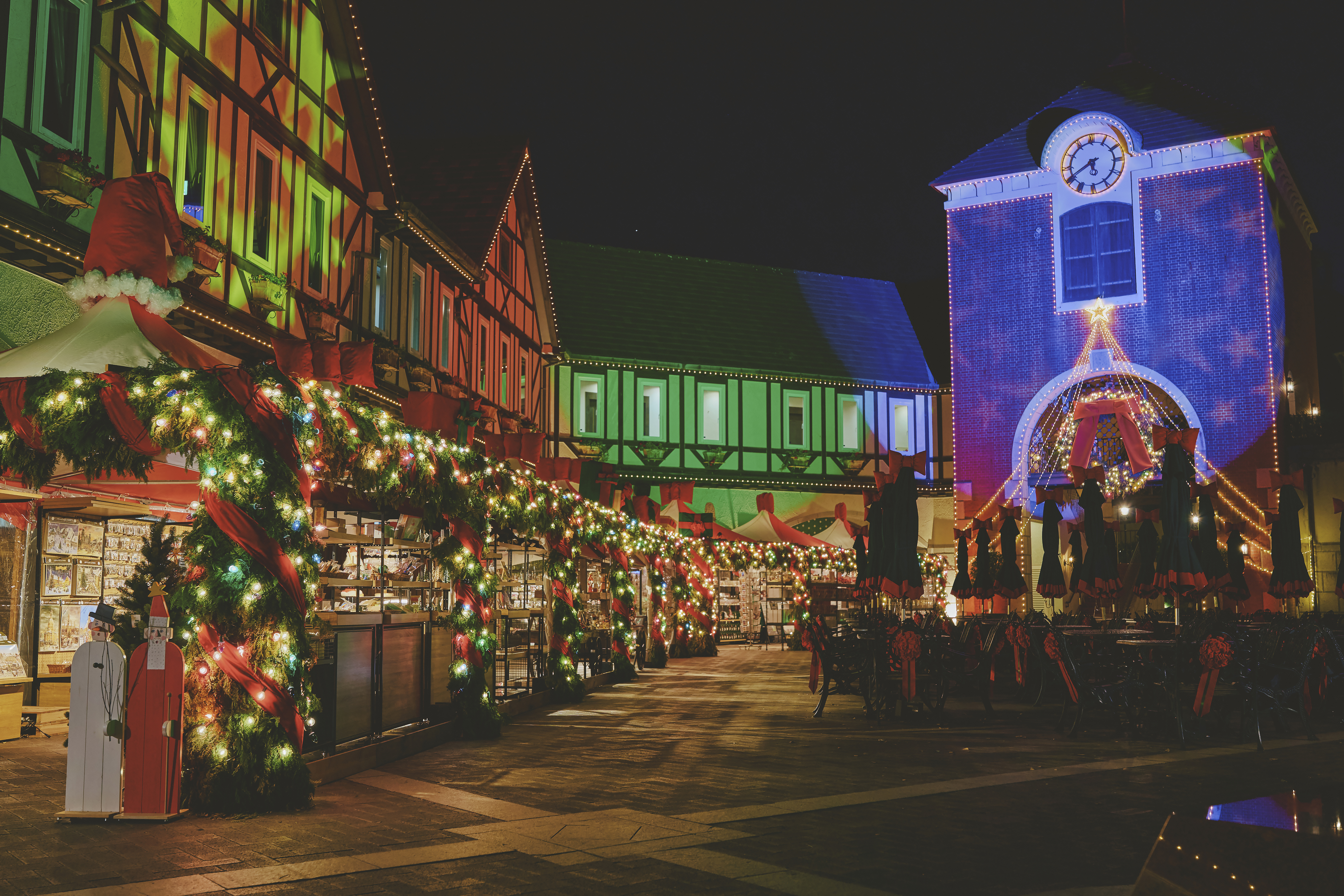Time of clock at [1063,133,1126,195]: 5:40
